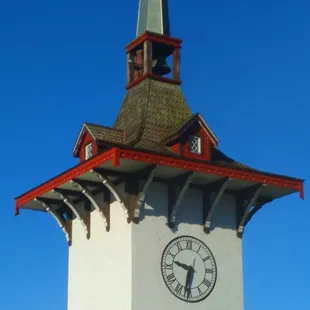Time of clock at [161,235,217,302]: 9:32
